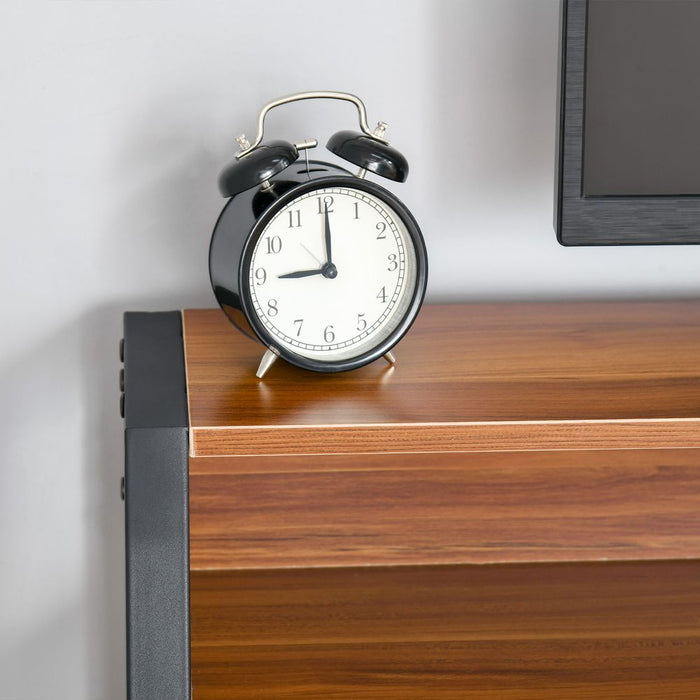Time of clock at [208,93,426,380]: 9:00
